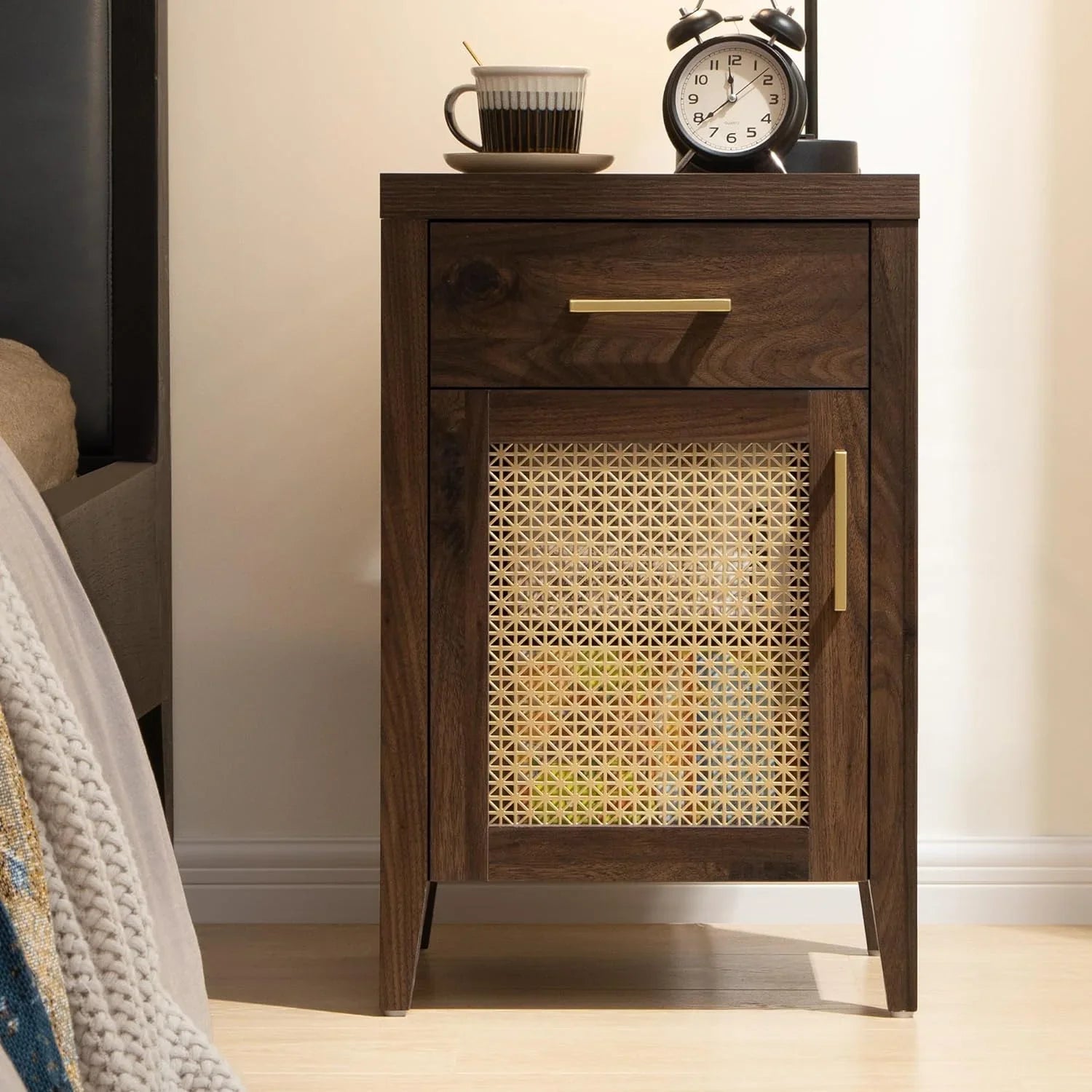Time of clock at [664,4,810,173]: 11:38
